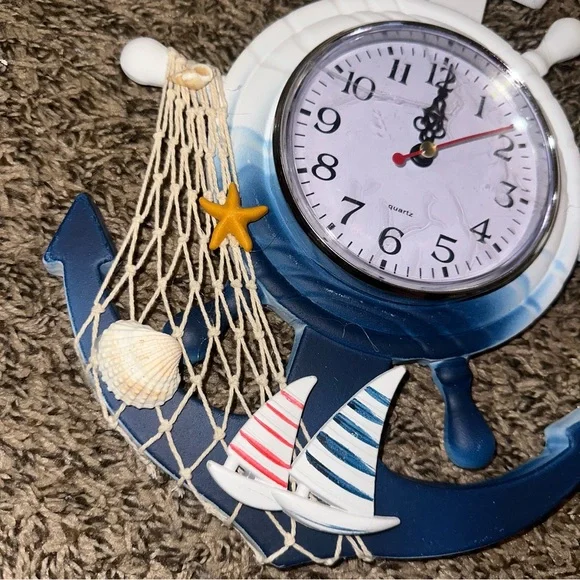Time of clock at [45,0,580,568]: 12:00
